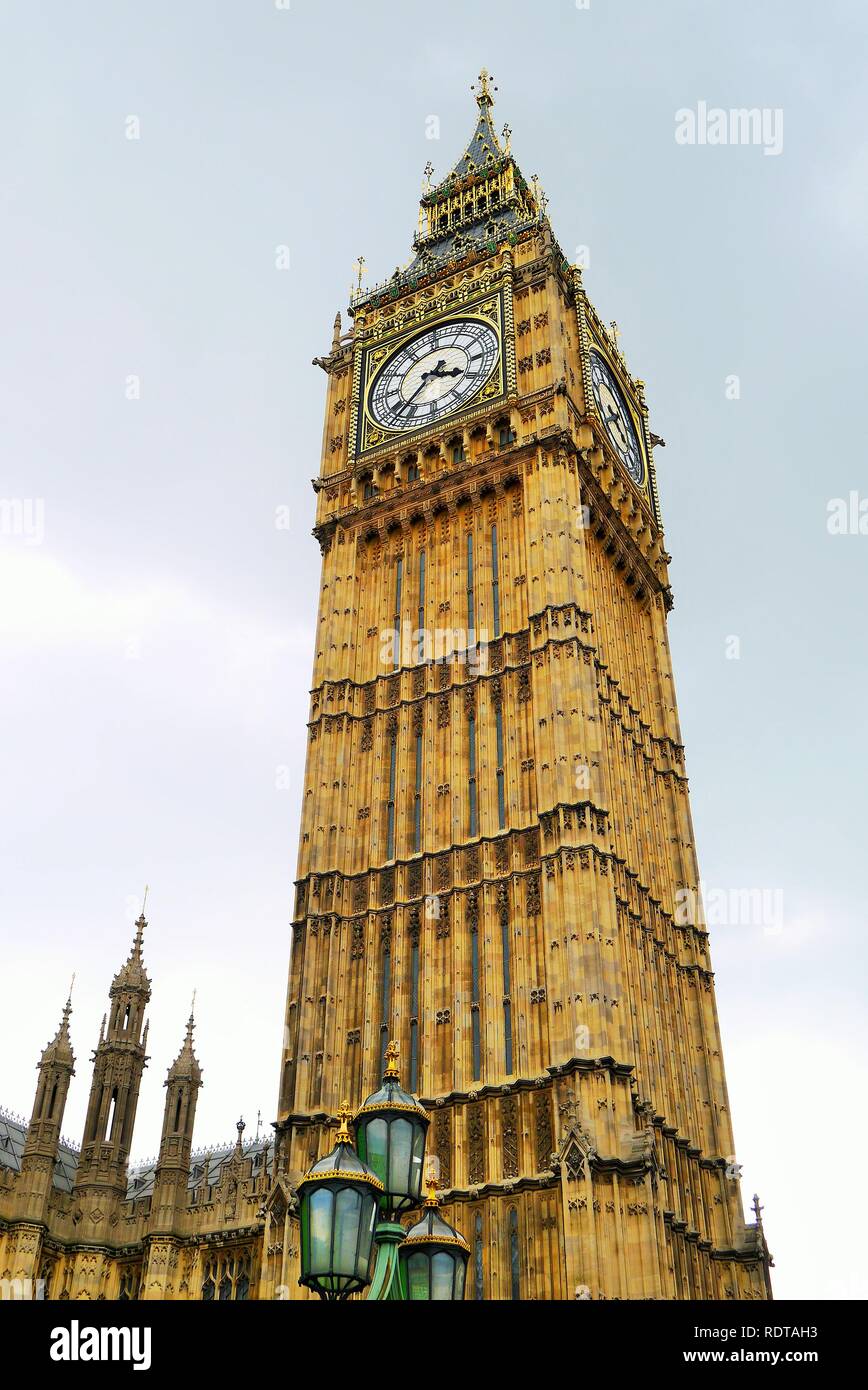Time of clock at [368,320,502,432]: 3:37
